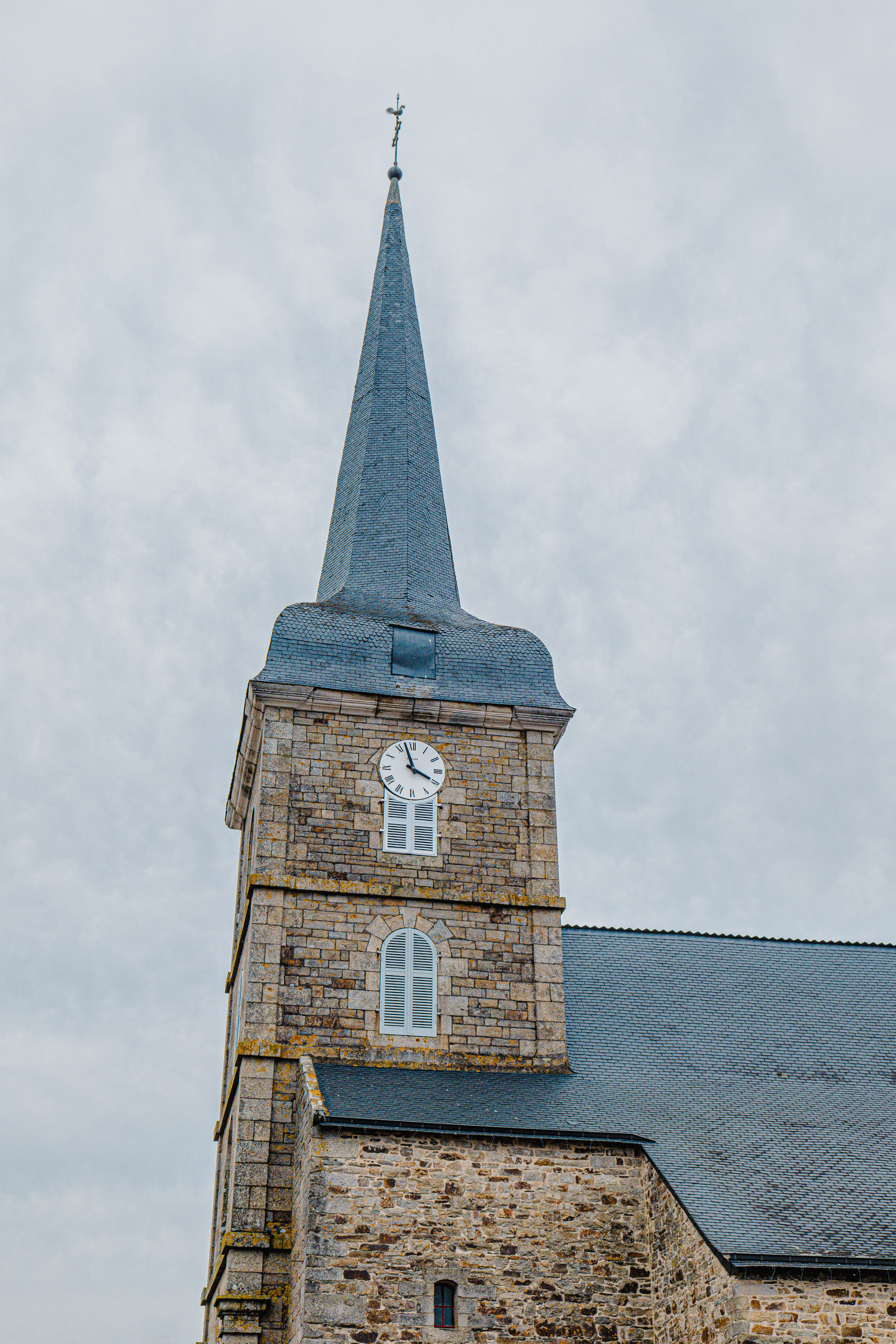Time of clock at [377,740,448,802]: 3:57
